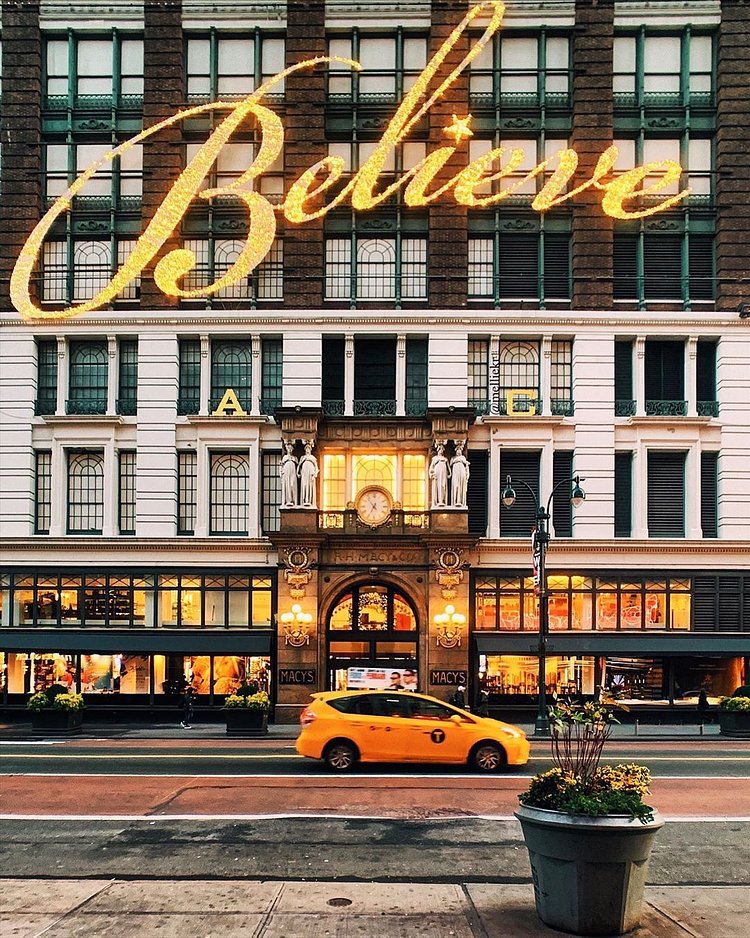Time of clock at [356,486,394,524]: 6:53
